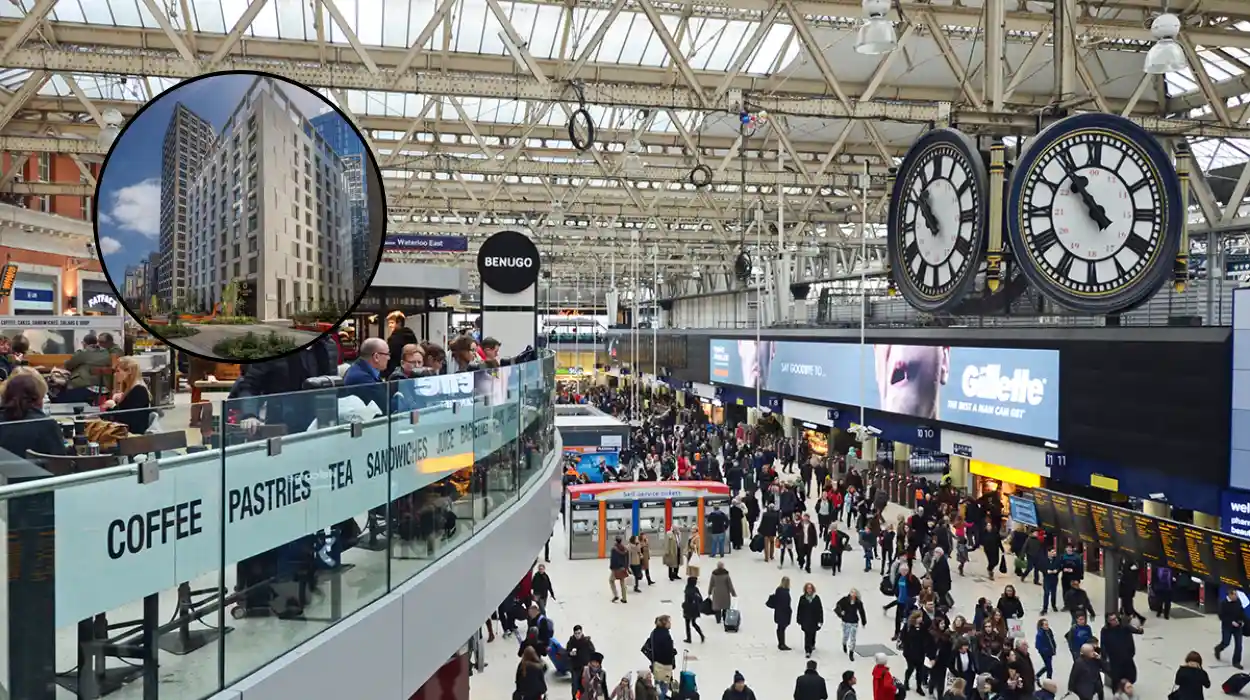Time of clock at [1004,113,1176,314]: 10:53
